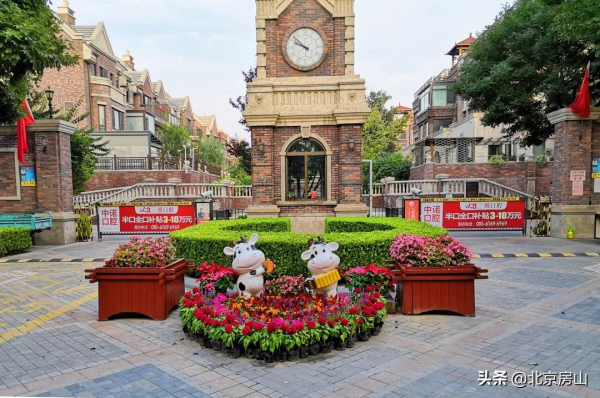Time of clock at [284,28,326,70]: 9:52
